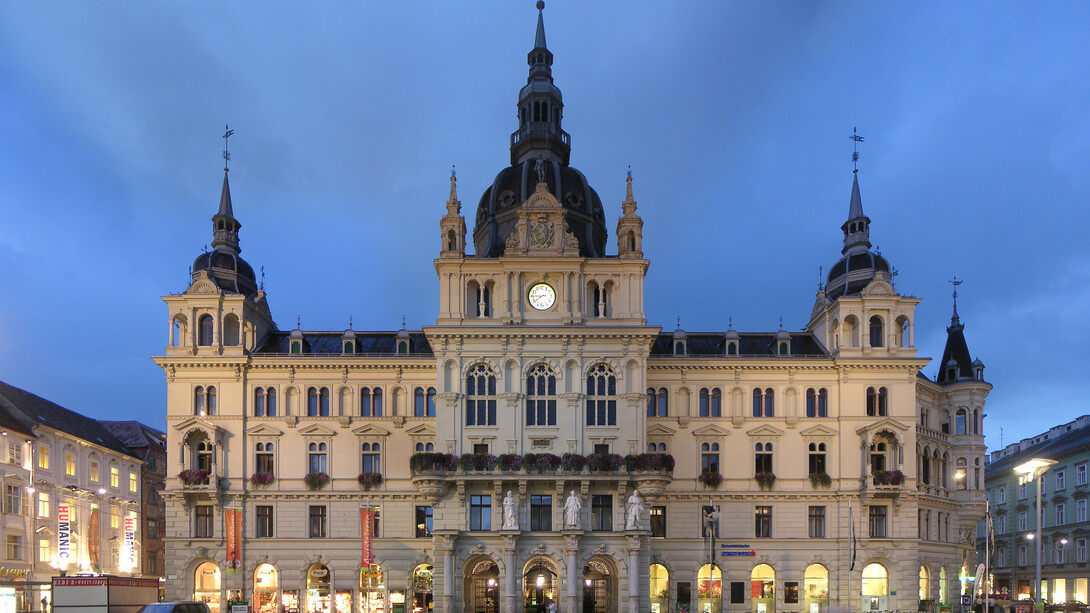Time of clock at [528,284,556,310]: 8:39
